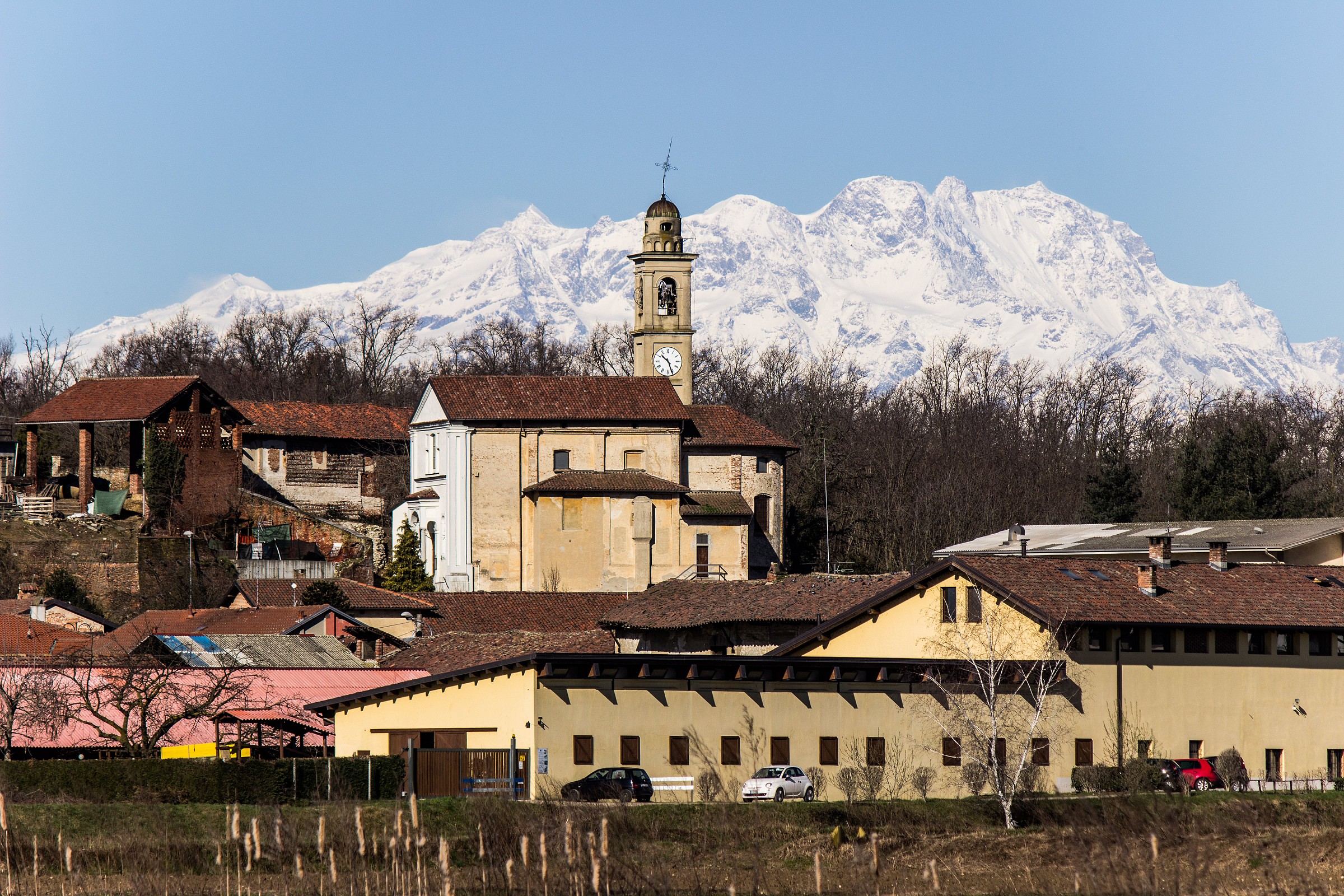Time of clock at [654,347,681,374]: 10:26
